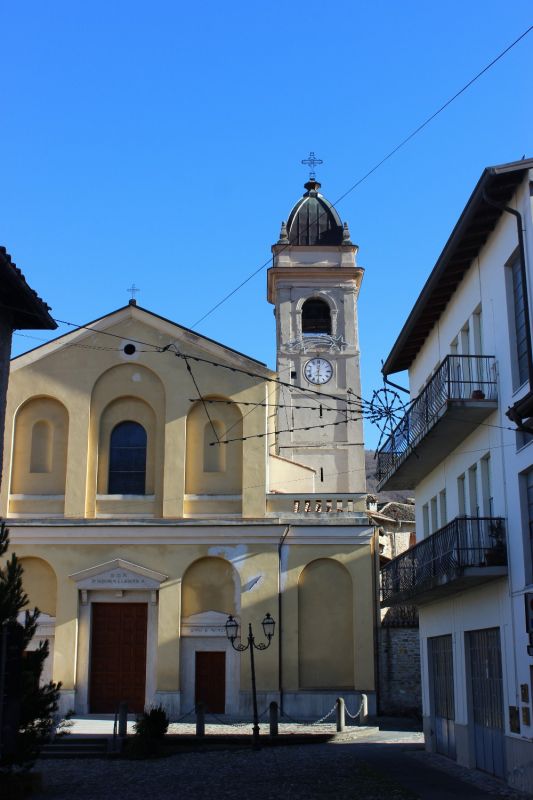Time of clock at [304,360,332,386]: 12:29
